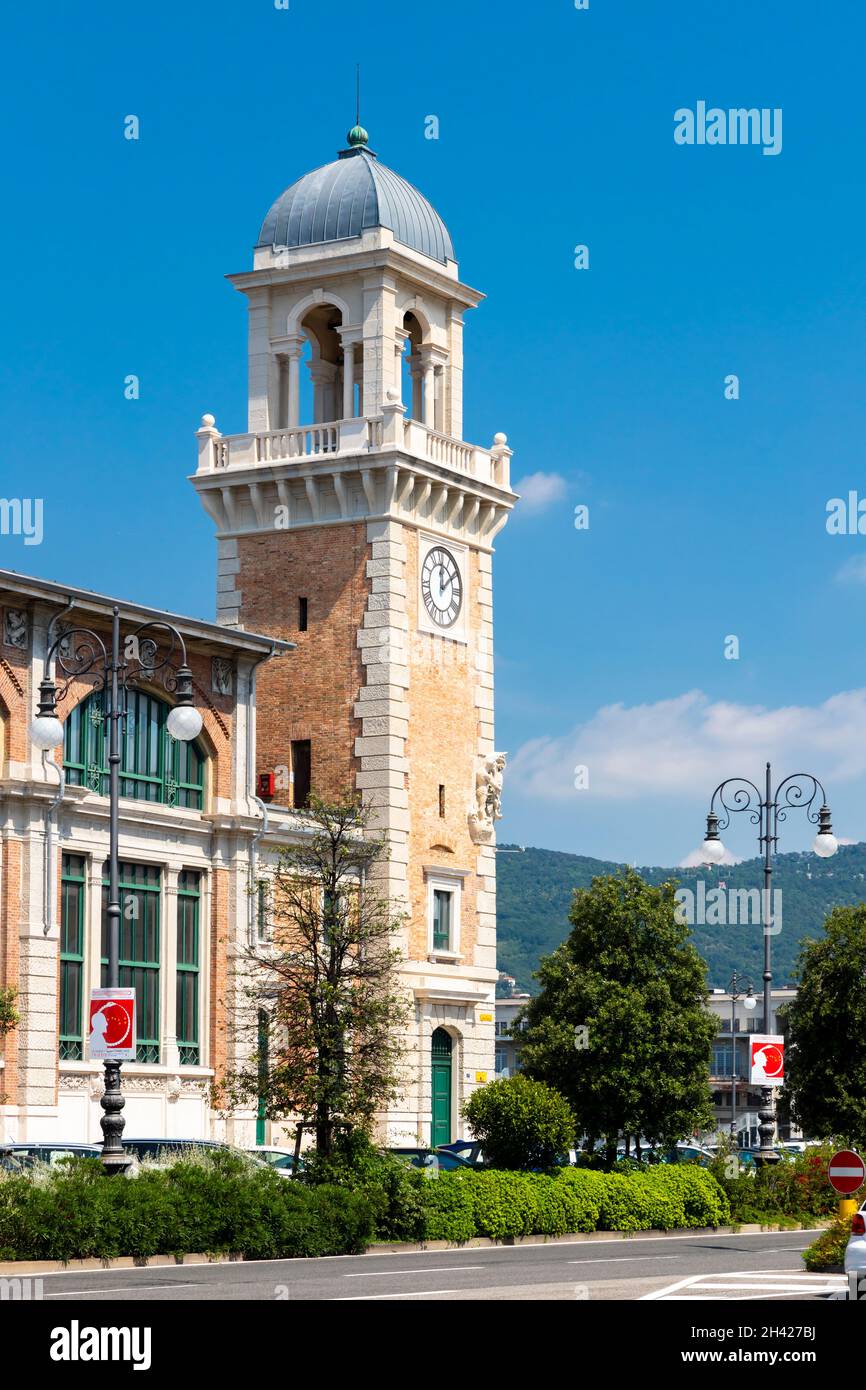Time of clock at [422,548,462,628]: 12:09
